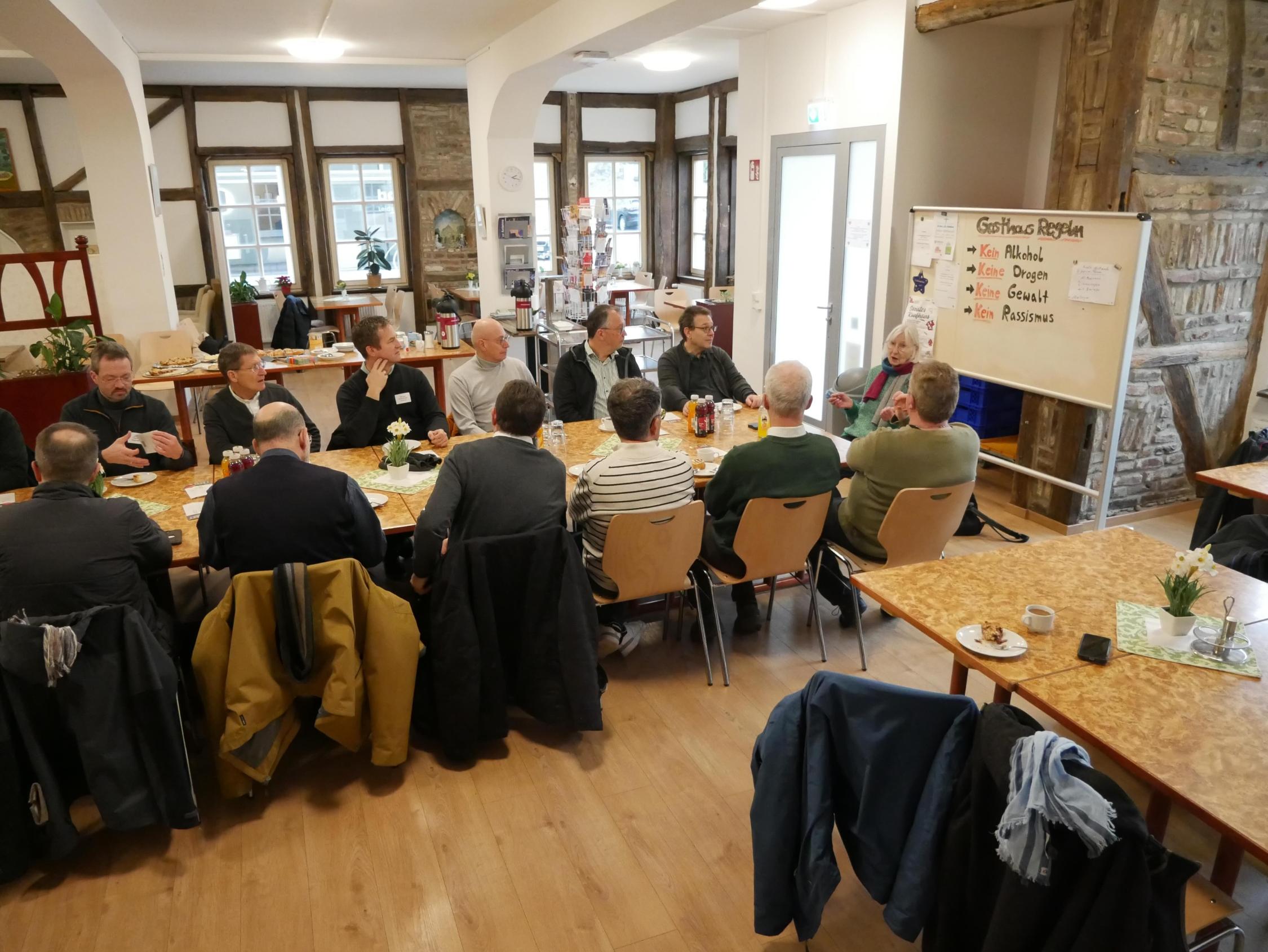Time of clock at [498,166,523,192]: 2:18
